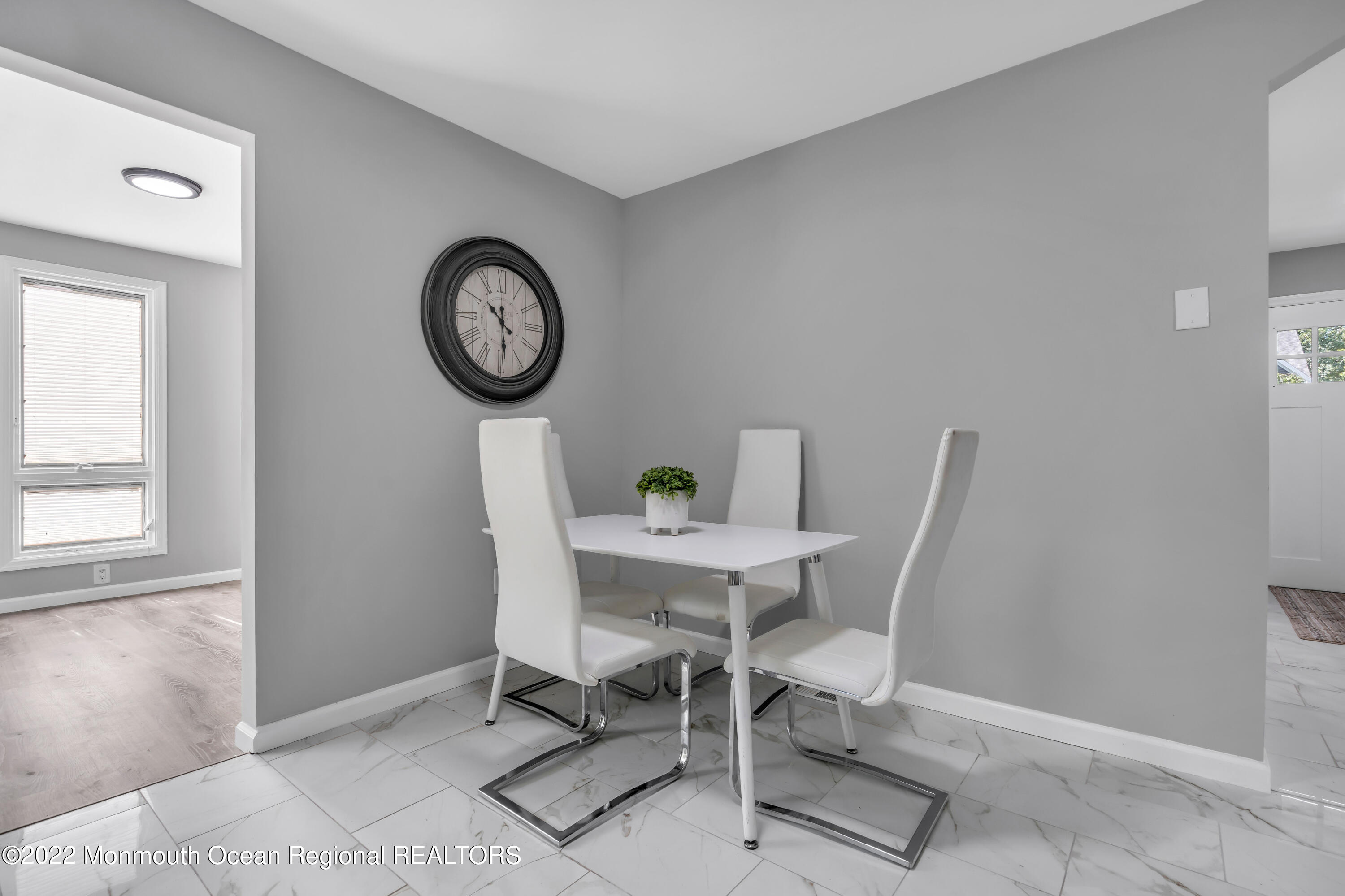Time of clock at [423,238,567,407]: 10:29
